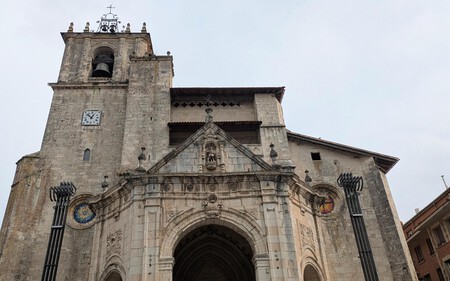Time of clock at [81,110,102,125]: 12:52
